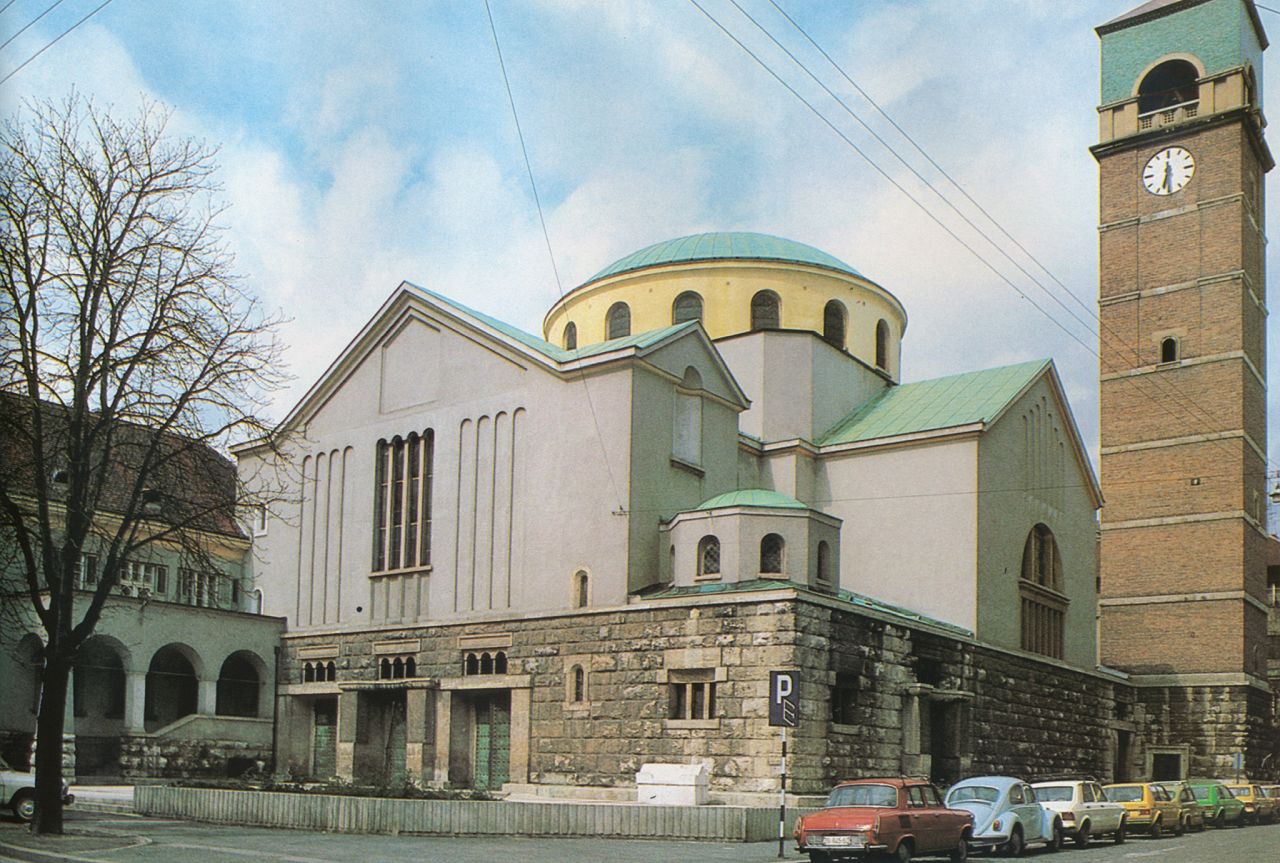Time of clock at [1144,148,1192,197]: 6:29
